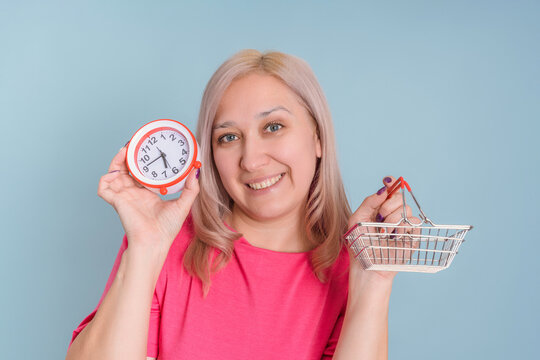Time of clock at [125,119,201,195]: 5:41
